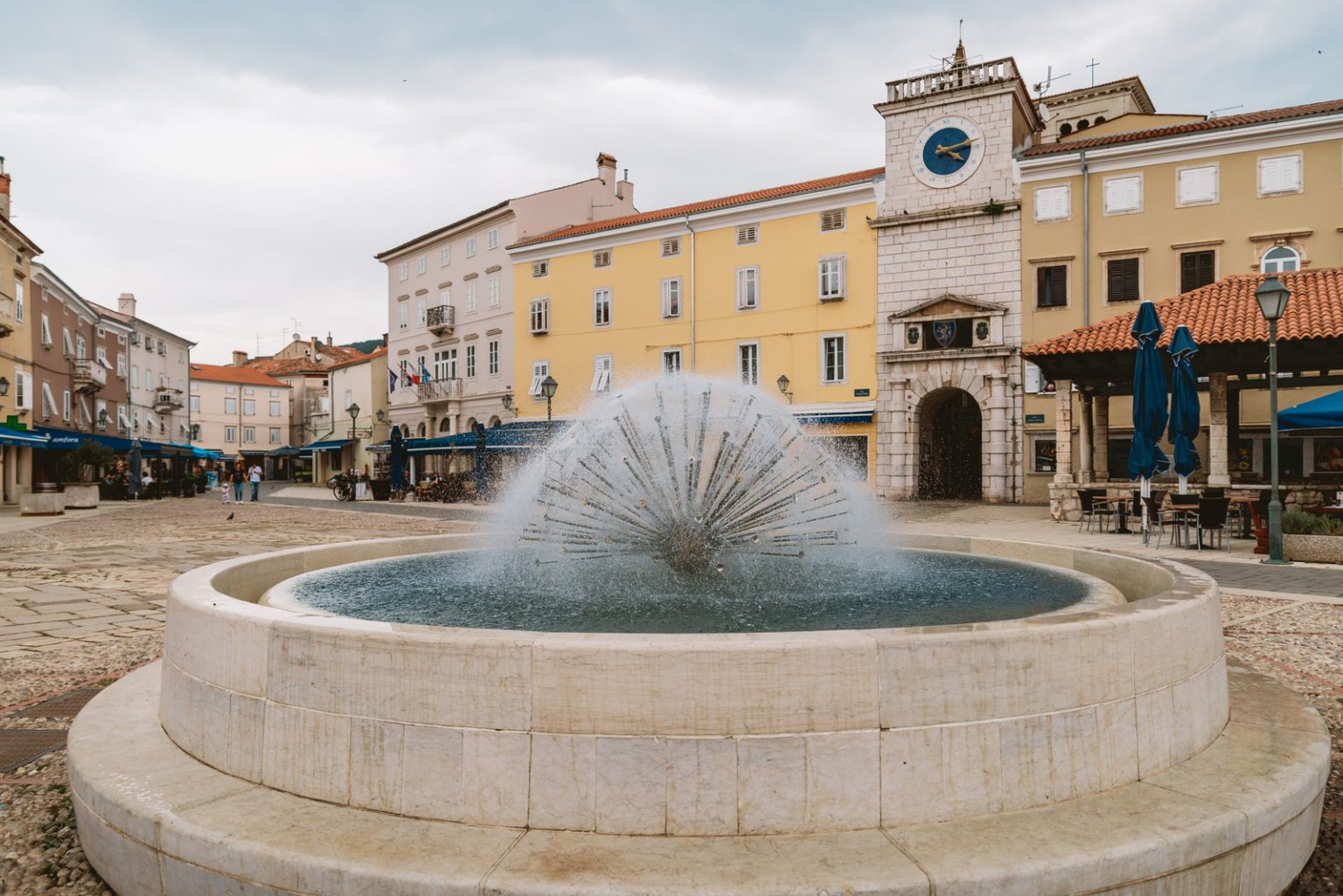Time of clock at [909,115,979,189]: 4:12
